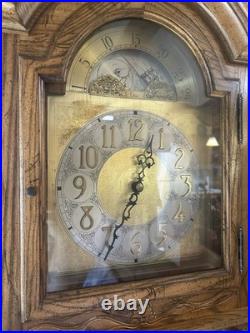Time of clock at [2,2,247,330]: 12:34
